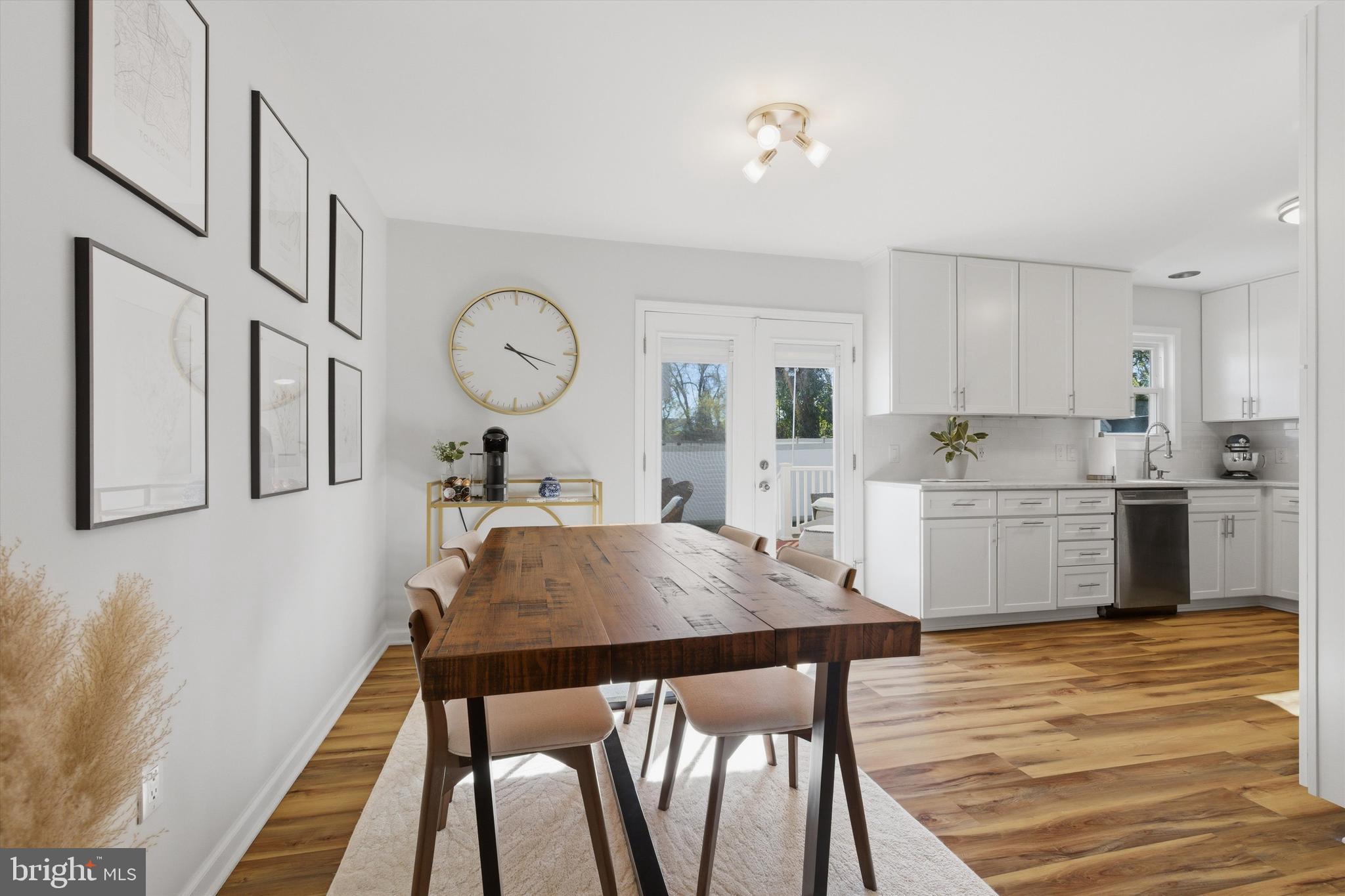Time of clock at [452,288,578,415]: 4:18
